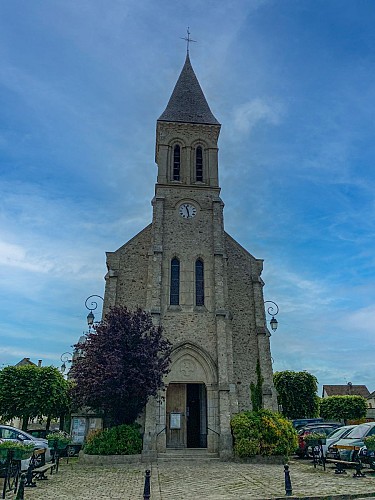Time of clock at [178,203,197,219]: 11:28
